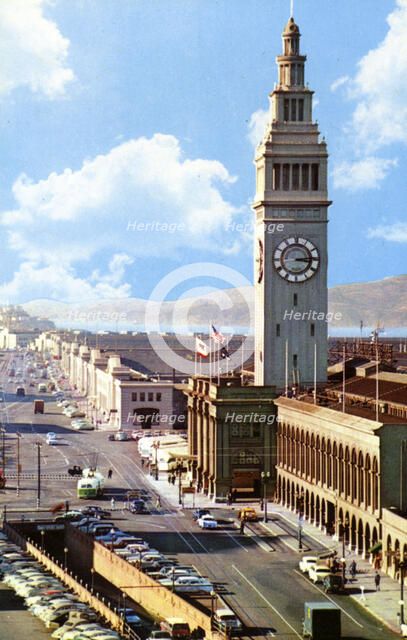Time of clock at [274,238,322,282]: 3:13
